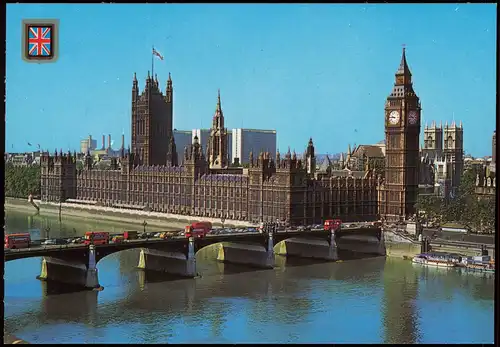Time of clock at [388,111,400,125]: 9:45
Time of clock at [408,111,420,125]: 9:45
